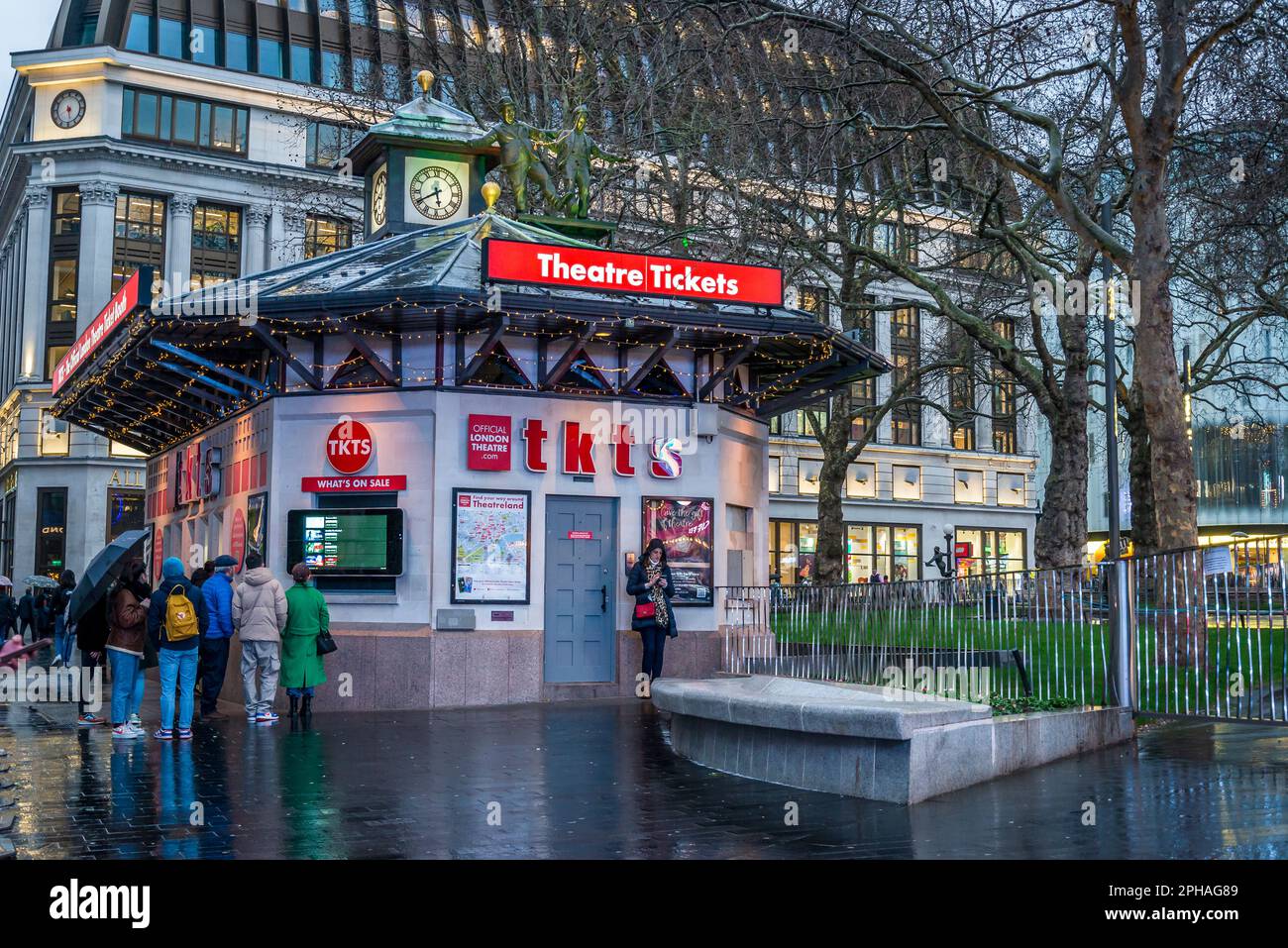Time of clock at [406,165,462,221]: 5:40
